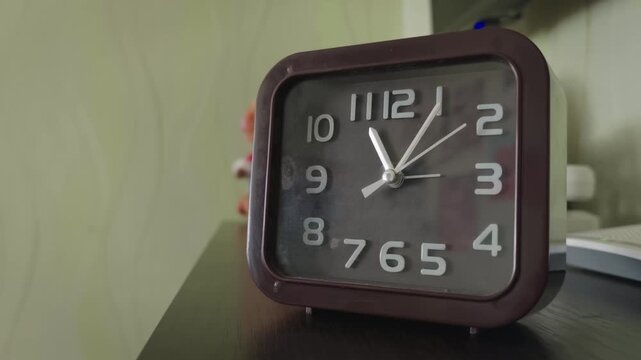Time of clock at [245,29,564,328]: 11:05
